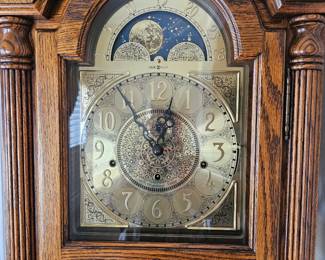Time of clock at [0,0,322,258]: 12:54
